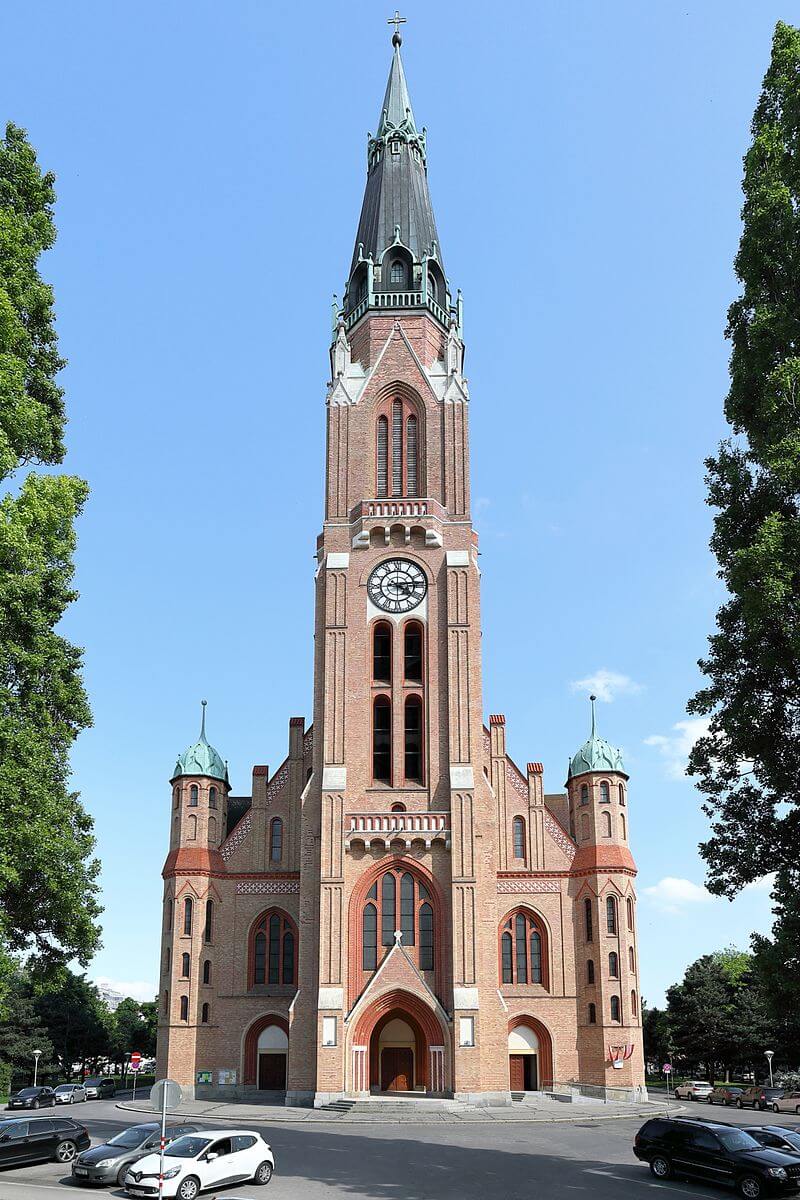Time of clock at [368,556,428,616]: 4:13
